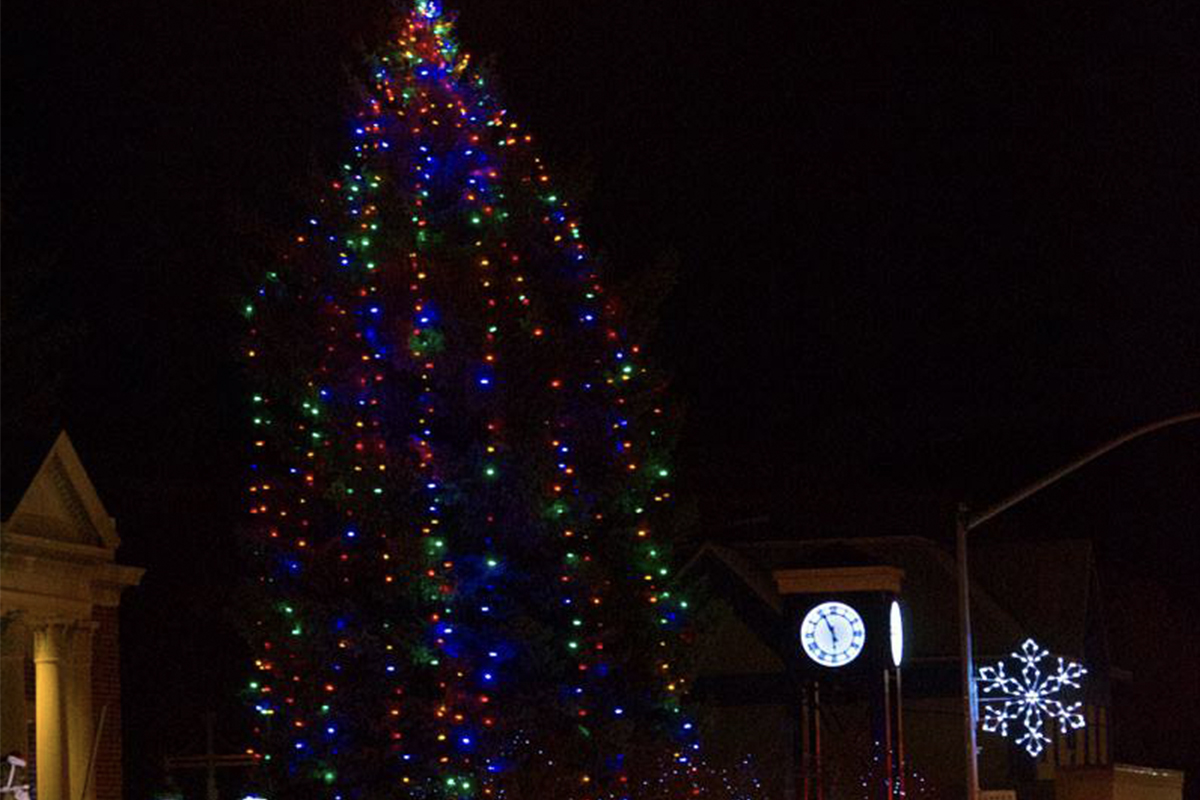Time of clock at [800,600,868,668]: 5:55
